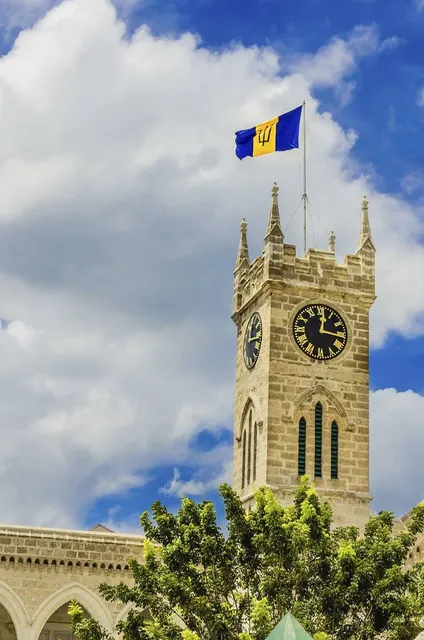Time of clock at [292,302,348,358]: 12:16
